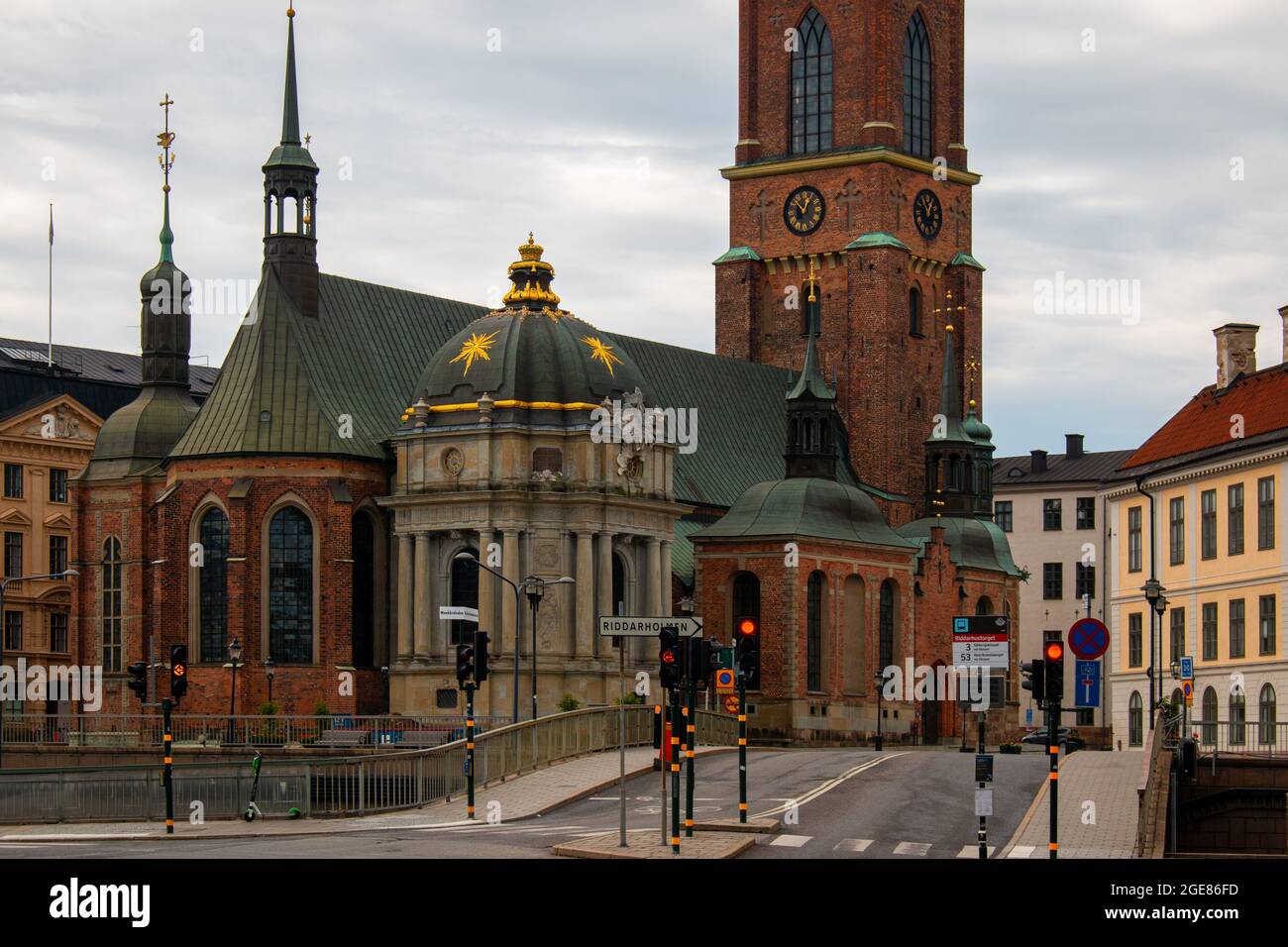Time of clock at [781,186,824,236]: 12:52
